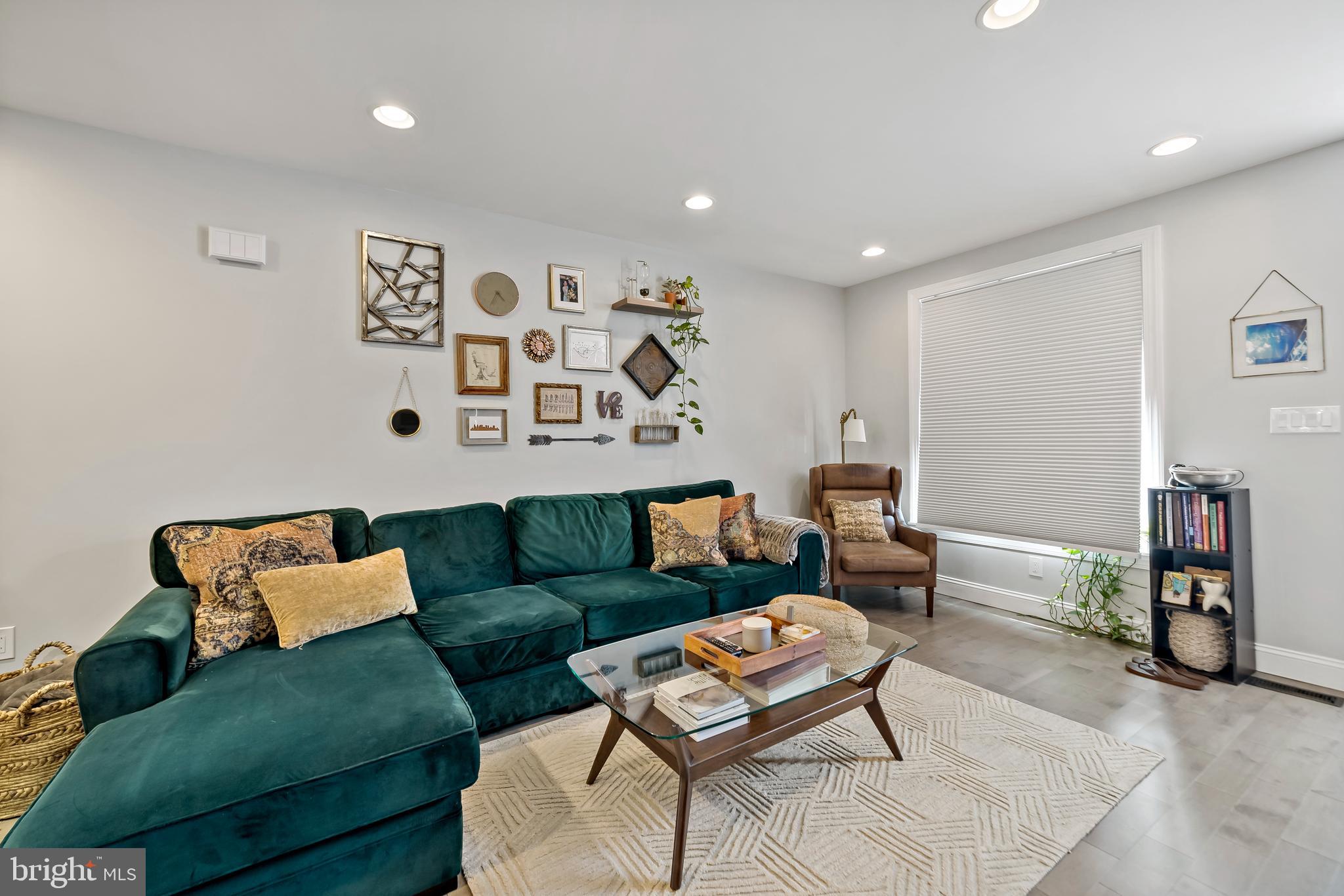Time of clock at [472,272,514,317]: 4:35
